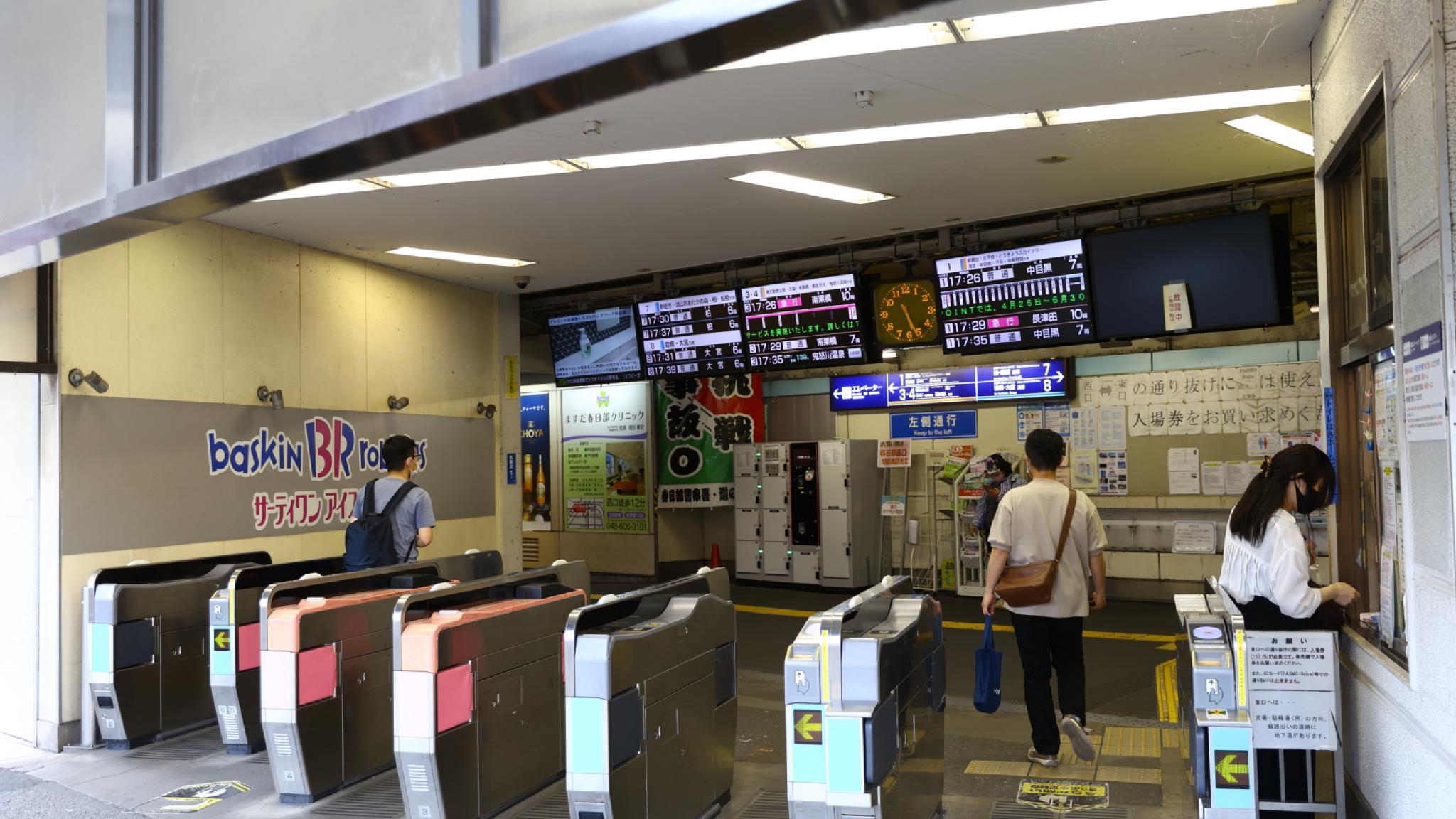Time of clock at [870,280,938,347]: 5:26
